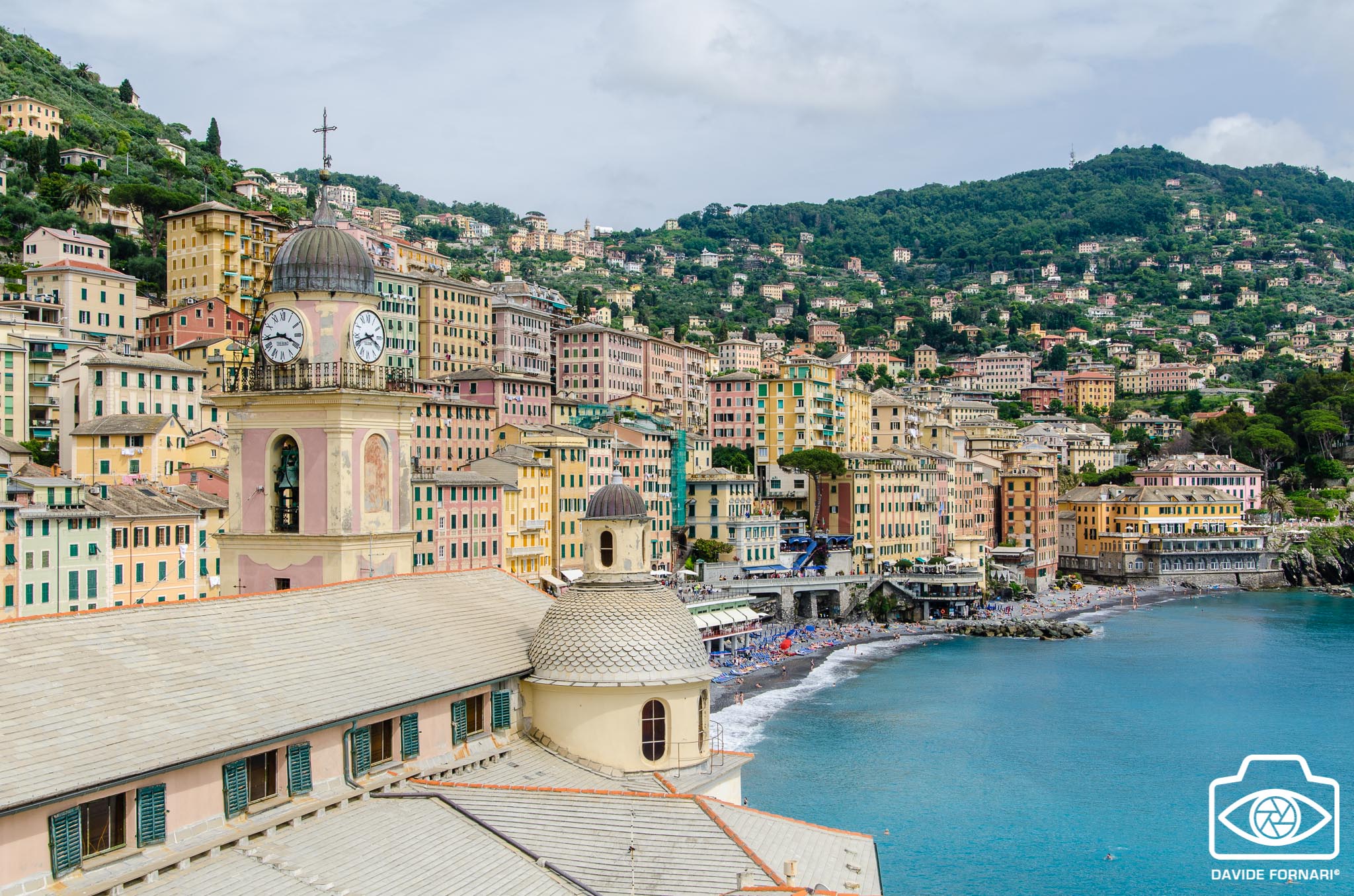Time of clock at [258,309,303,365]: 3:43
